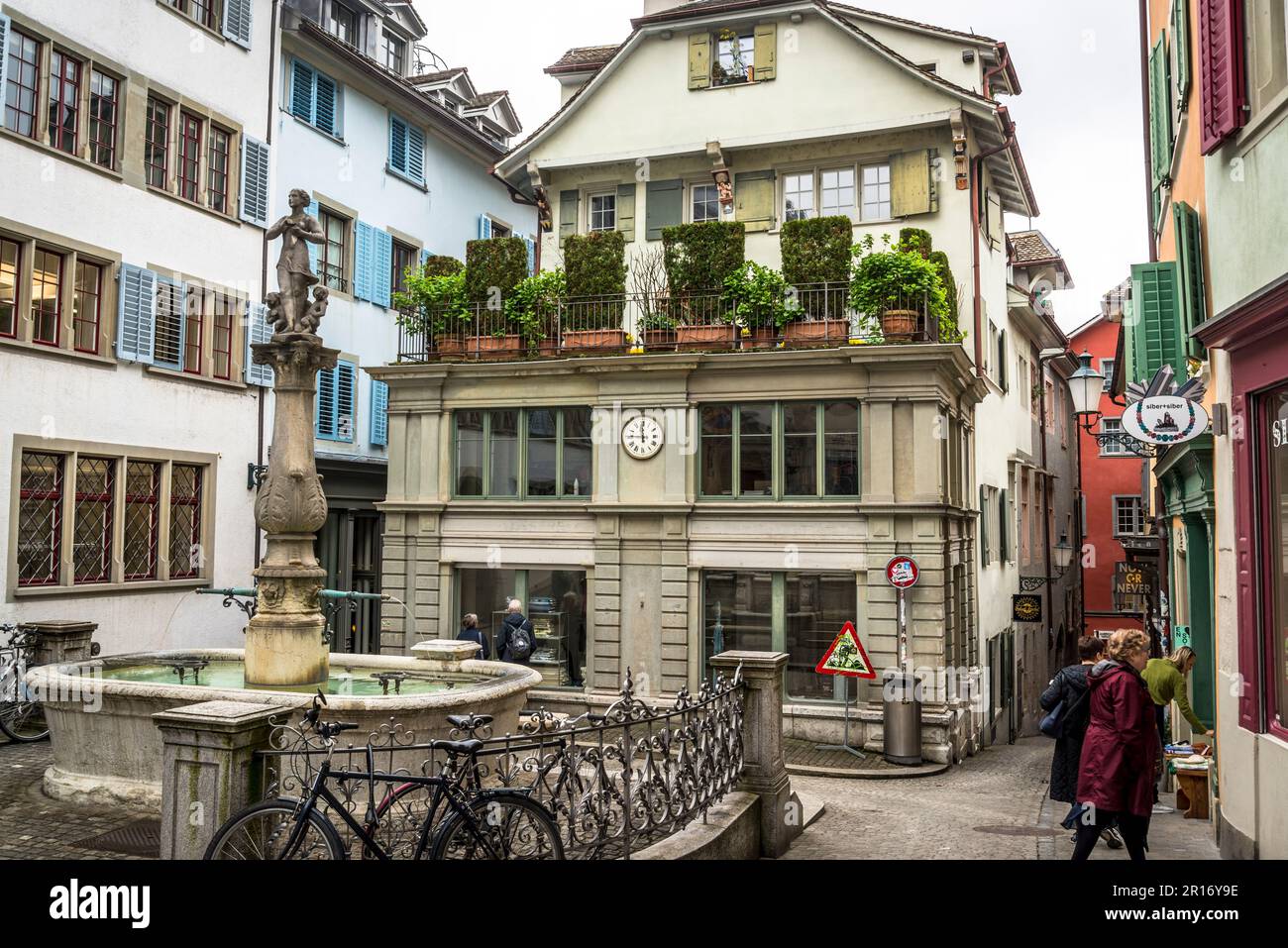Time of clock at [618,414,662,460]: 11:46
